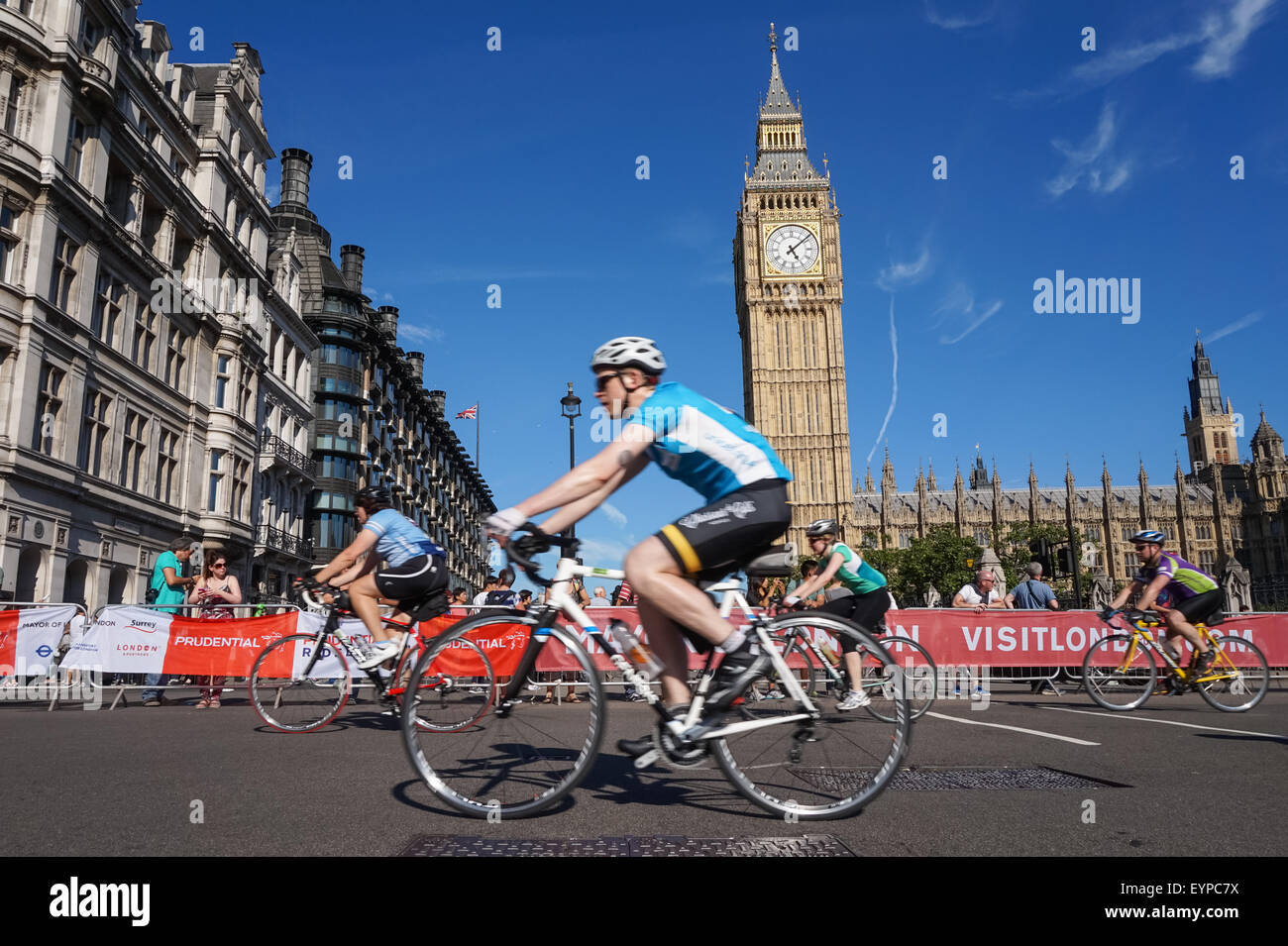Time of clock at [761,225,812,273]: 5:08
